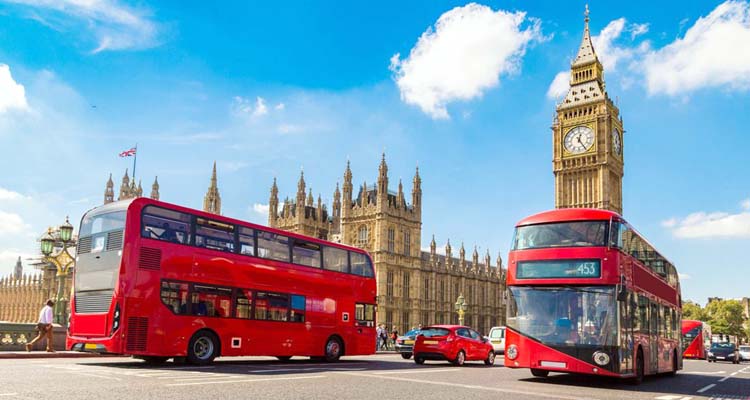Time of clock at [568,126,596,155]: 12:24
